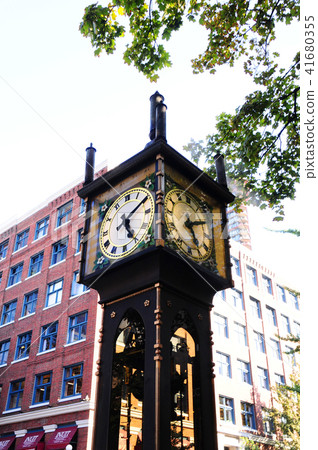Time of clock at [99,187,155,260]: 5:09
